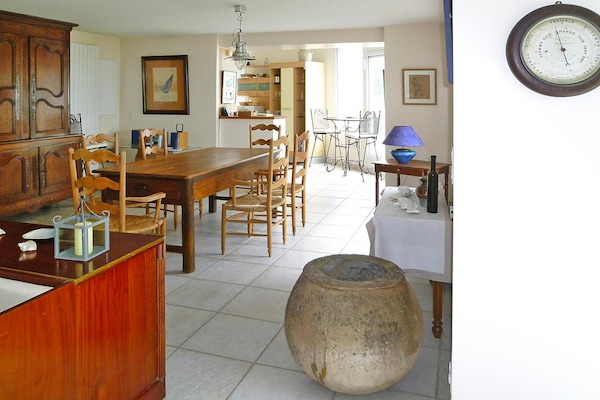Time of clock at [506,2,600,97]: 4:55
